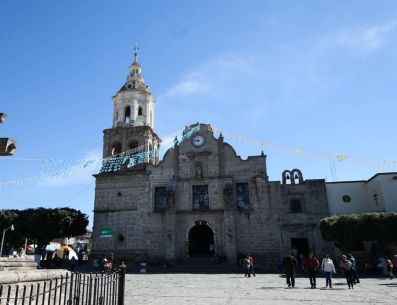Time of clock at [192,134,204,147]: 11:46
